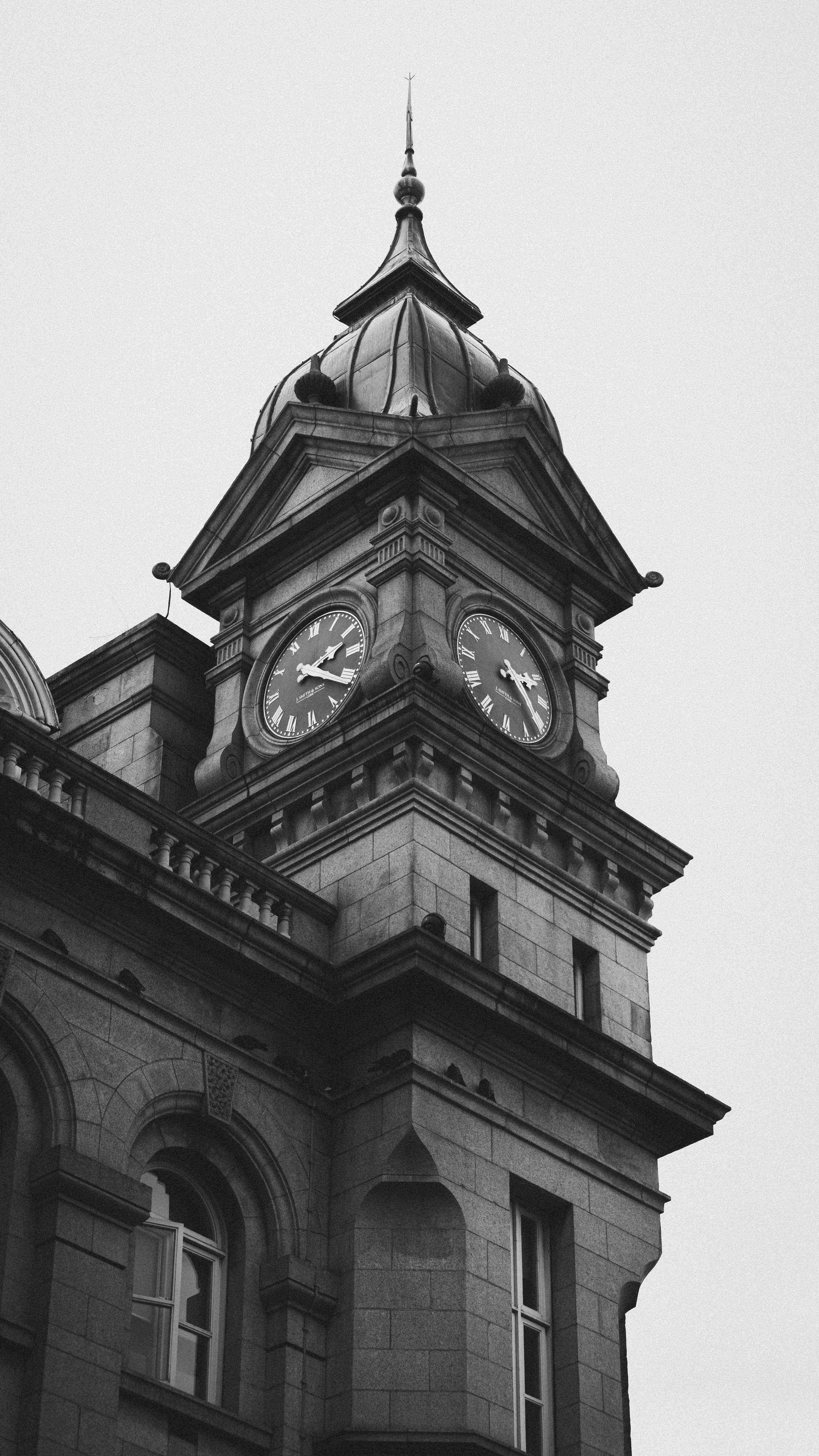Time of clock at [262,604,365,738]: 2:21
